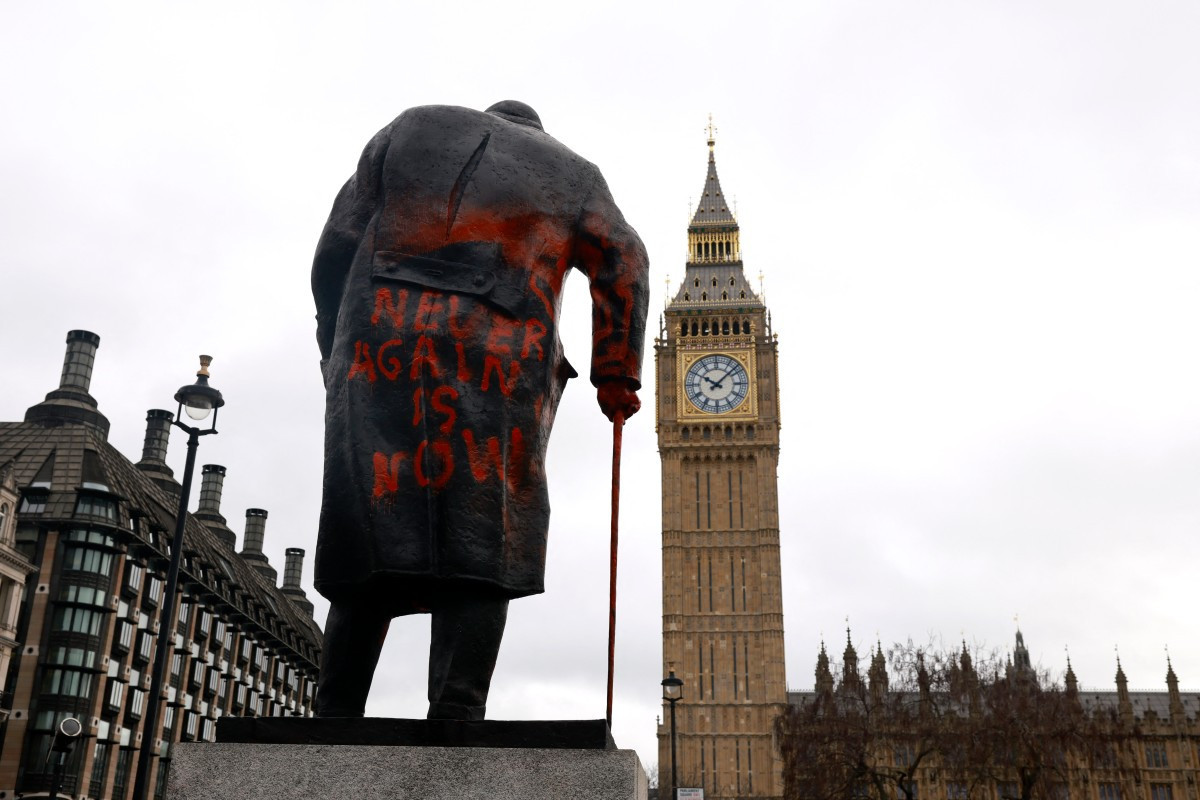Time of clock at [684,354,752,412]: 10:07
